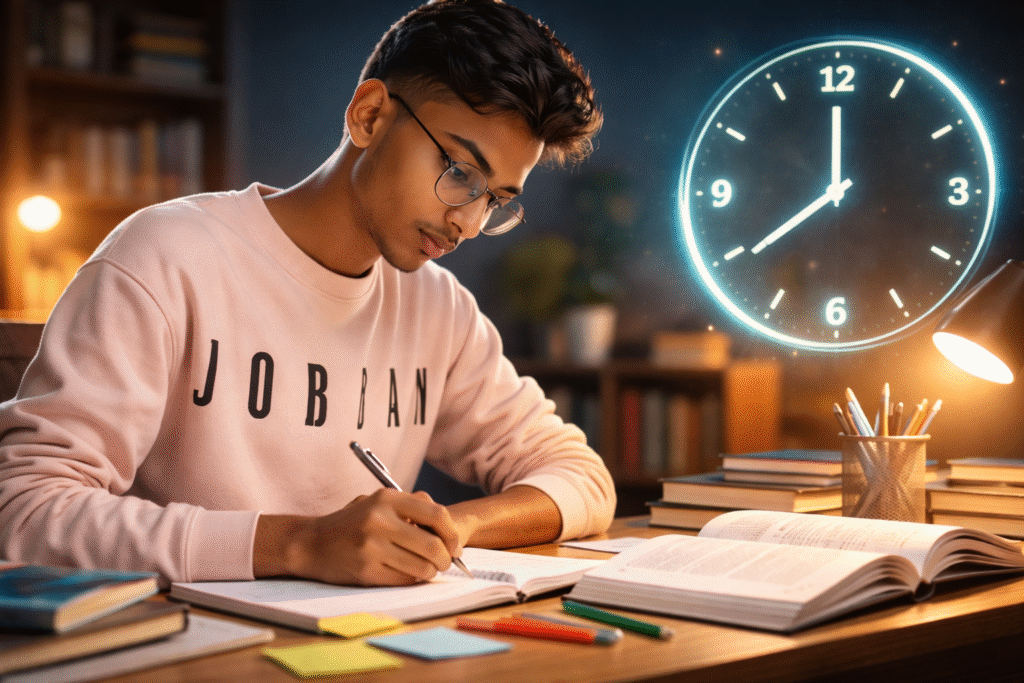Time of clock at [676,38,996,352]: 11:39
